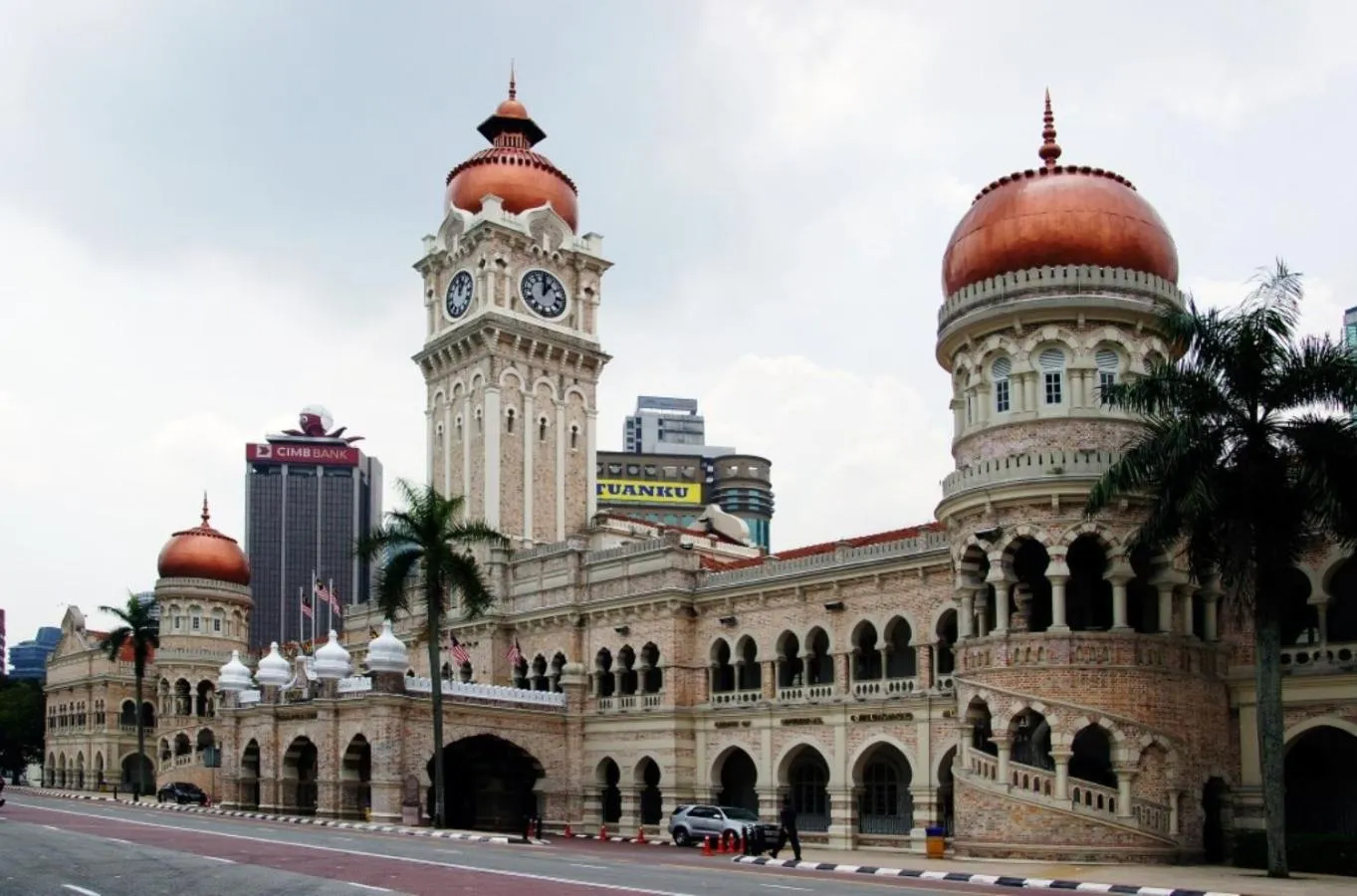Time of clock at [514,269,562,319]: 1:00
